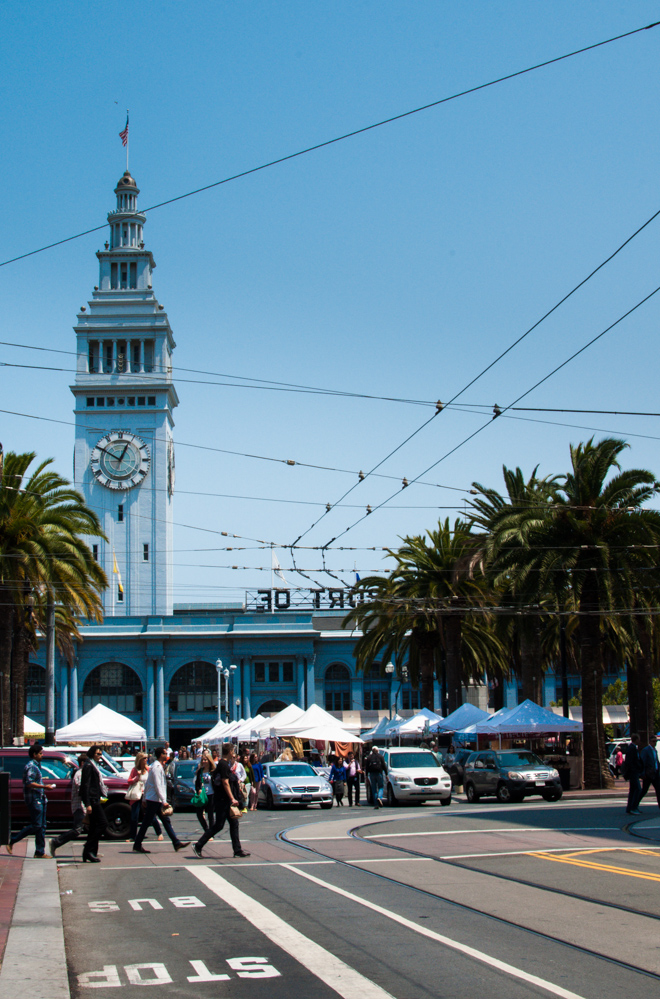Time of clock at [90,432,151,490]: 12:50
